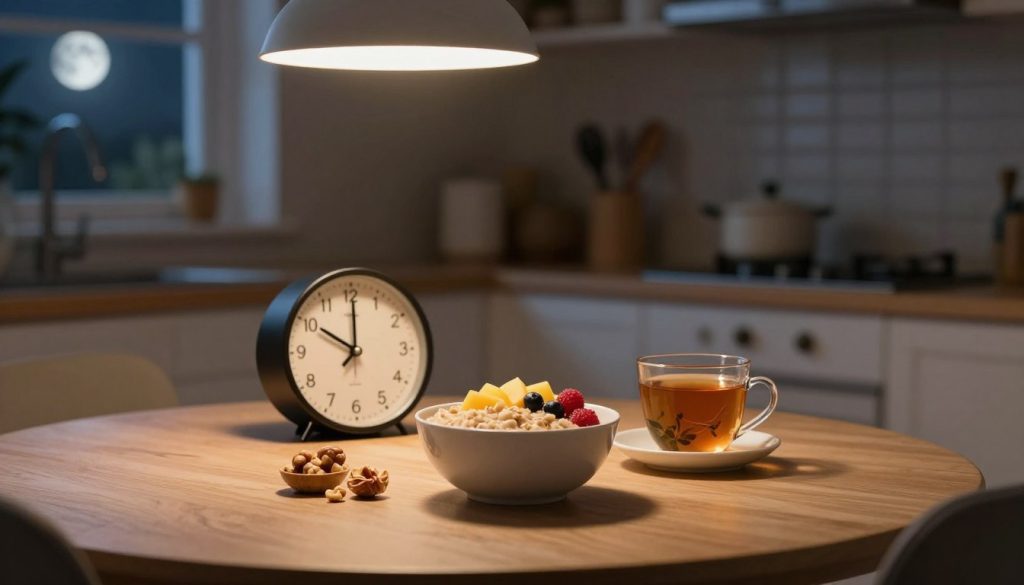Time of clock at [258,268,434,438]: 10:00
